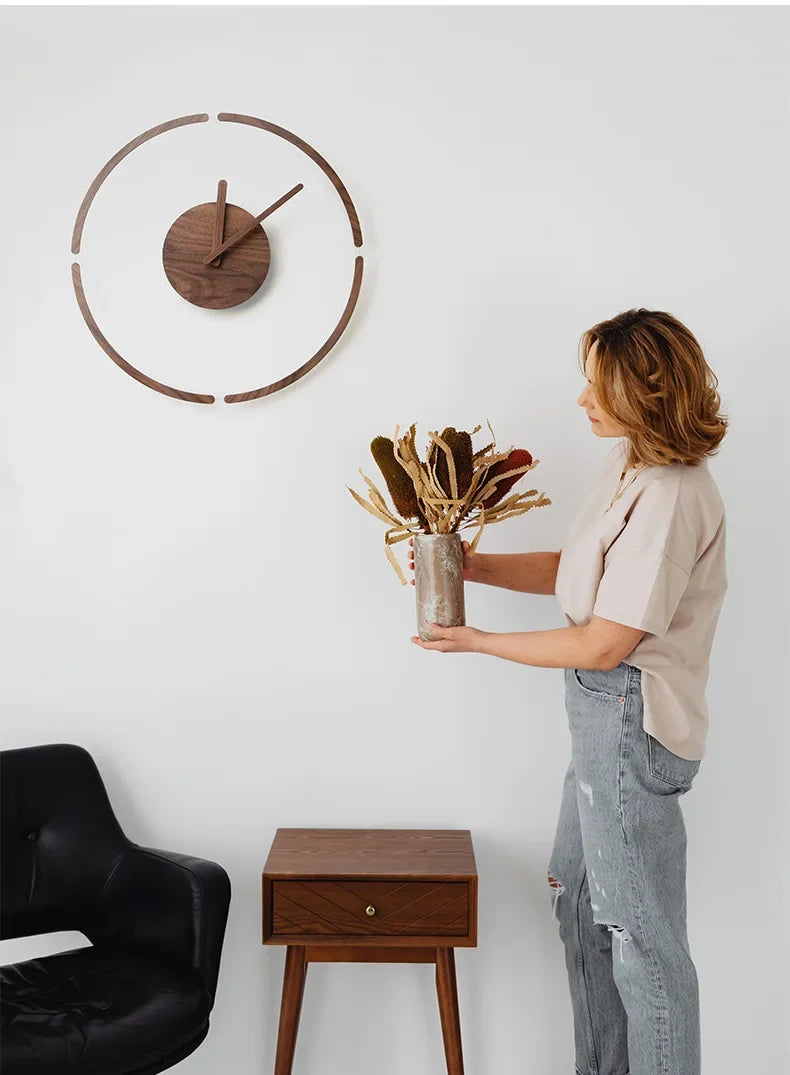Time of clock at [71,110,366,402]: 12:08
